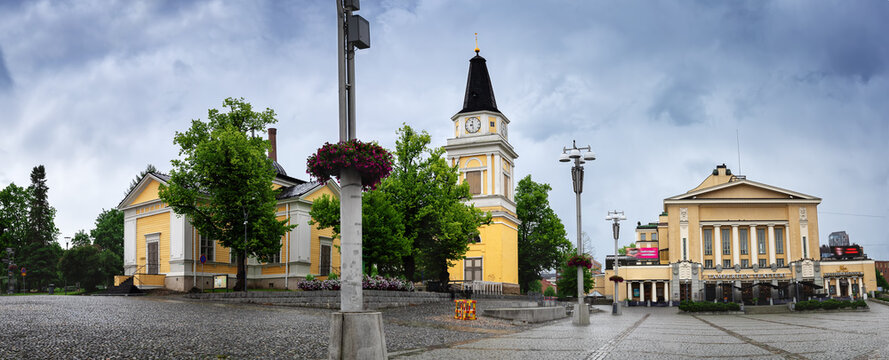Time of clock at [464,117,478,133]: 8:27
